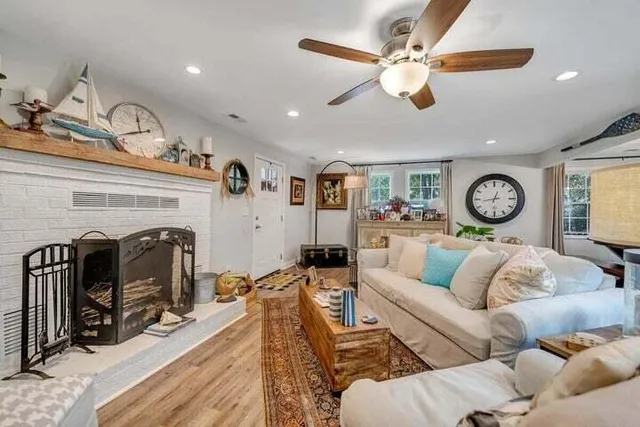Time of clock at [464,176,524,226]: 12:43
